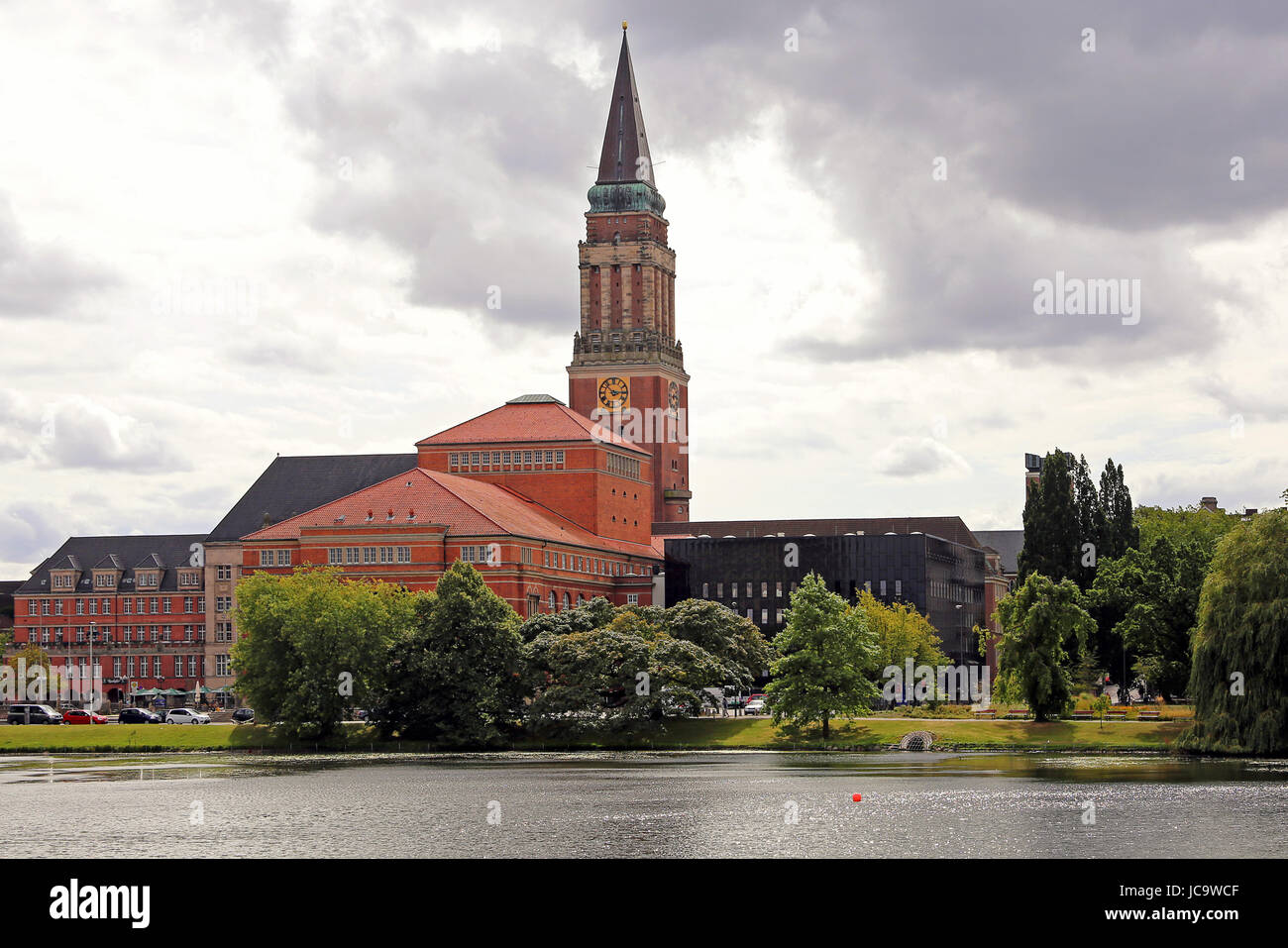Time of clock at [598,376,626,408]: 2:52
